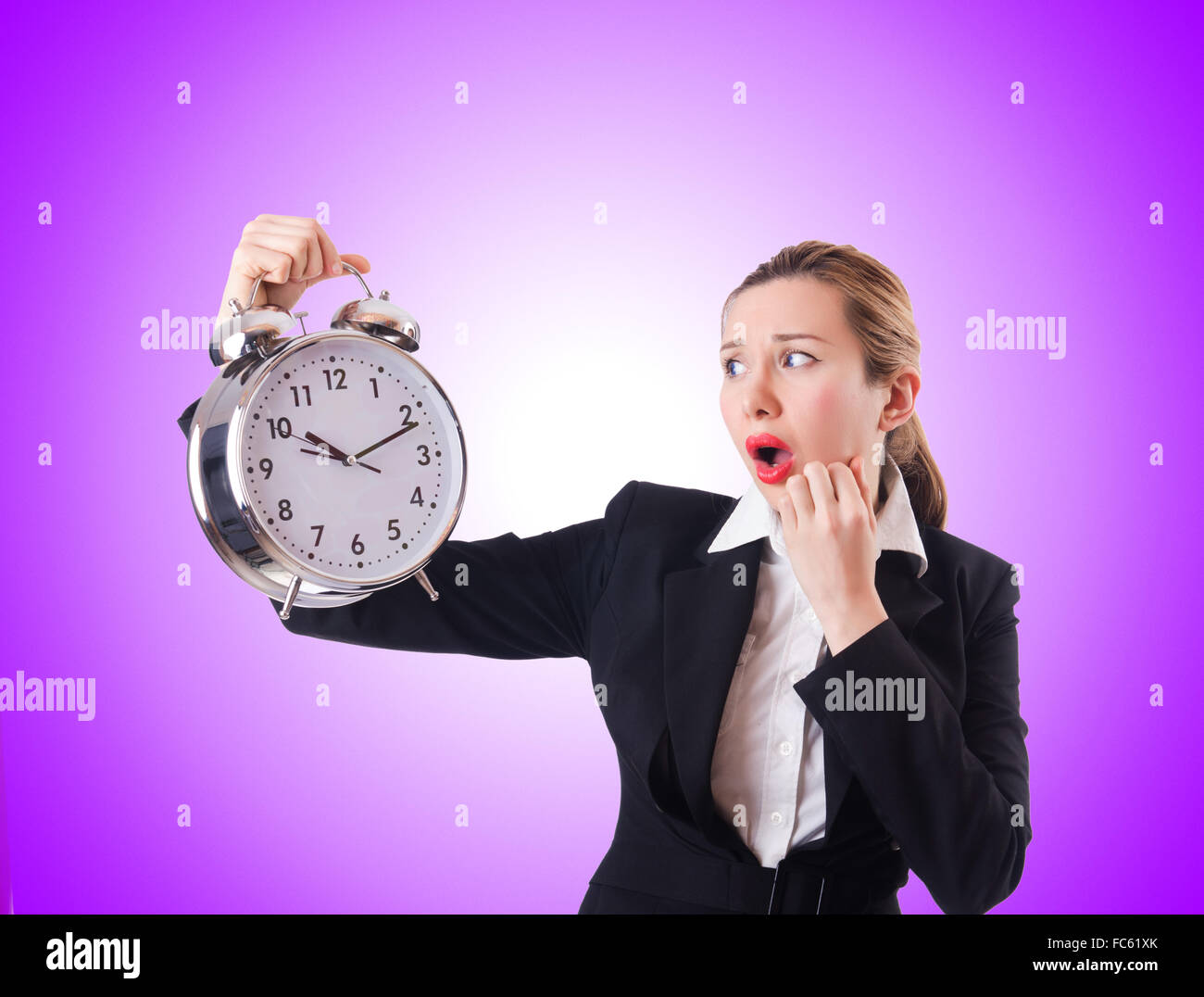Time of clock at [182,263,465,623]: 10:11
